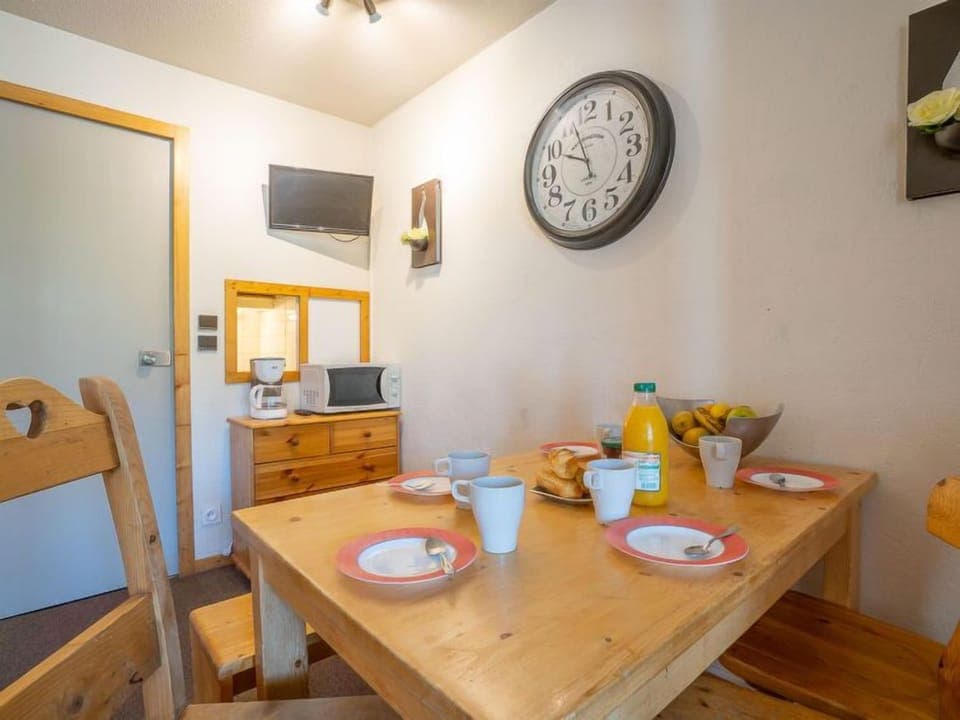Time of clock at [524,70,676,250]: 9:56
